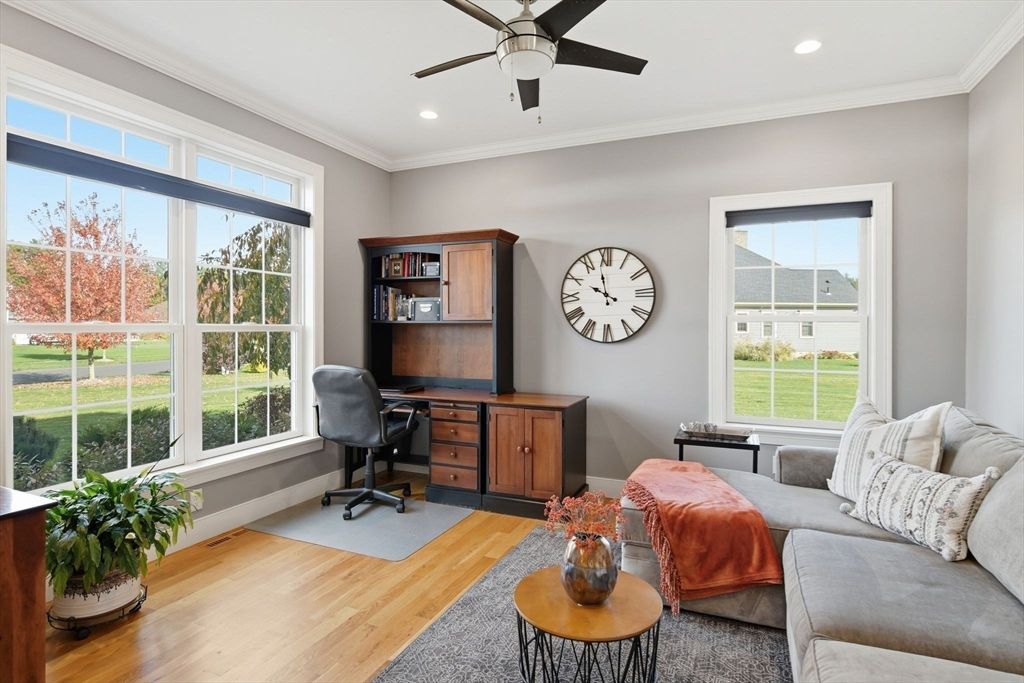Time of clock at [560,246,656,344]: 9:58
